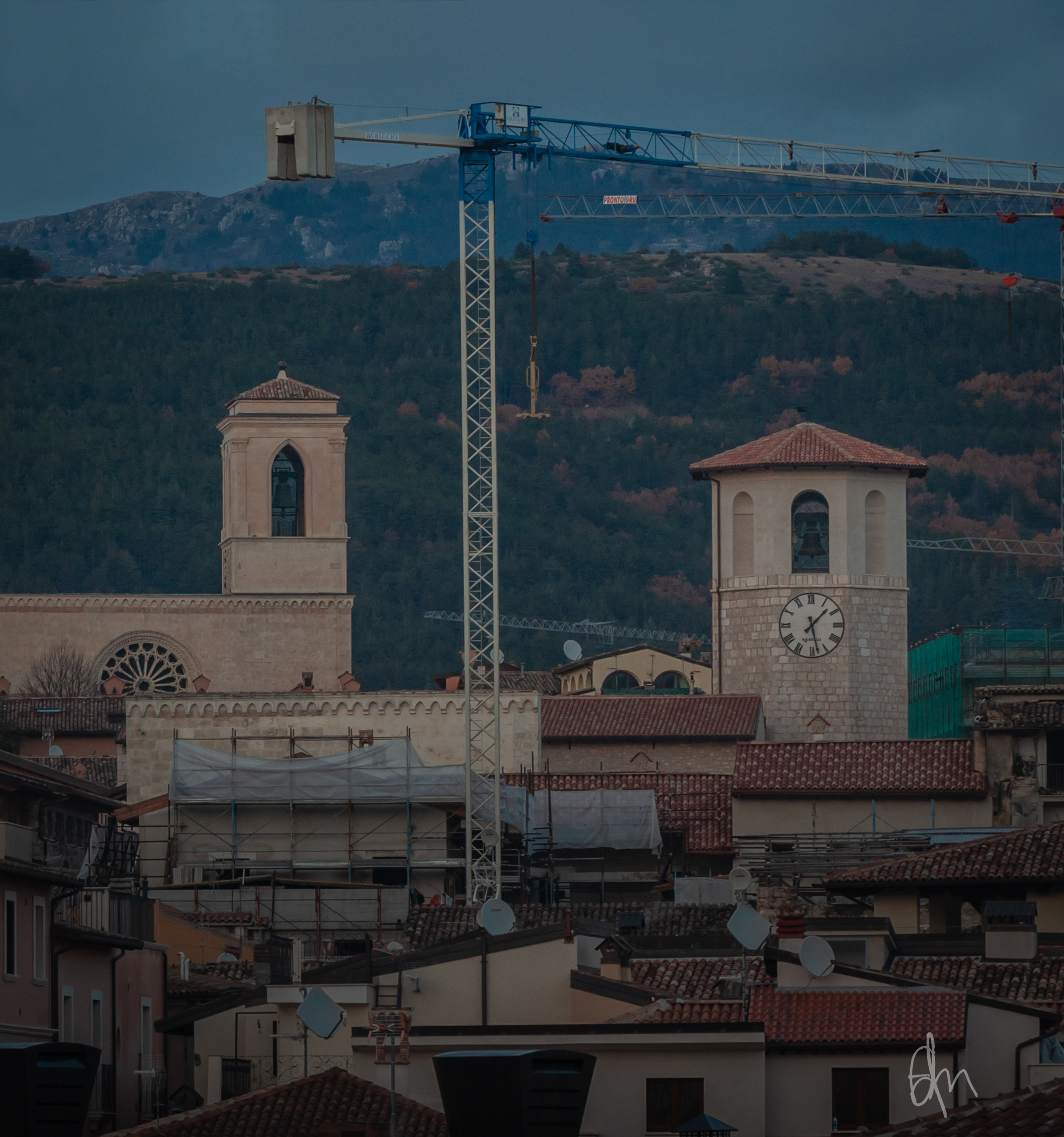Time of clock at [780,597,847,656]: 1:28
